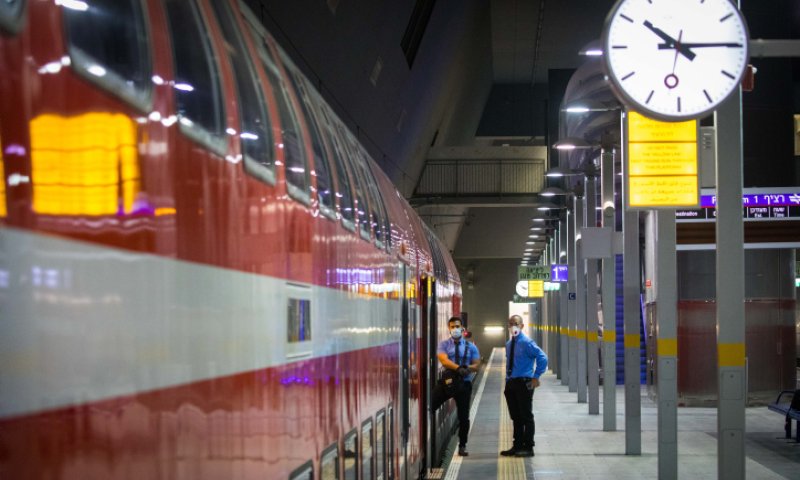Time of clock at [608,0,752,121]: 10:14
